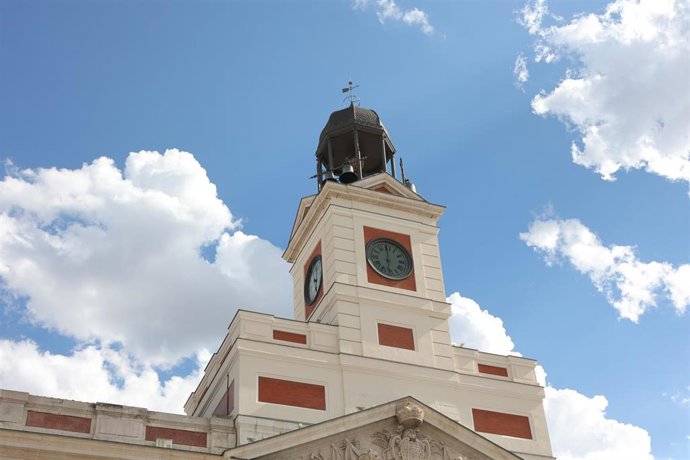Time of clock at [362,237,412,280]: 5:59
